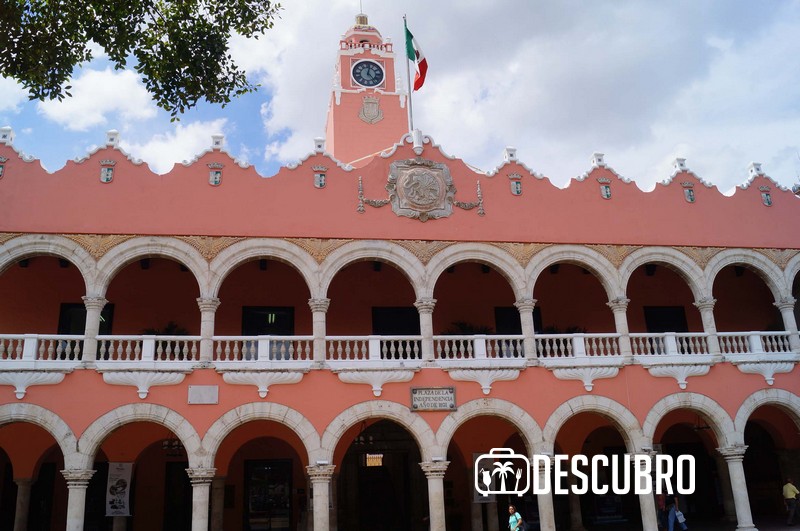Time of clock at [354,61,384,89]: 12:23
